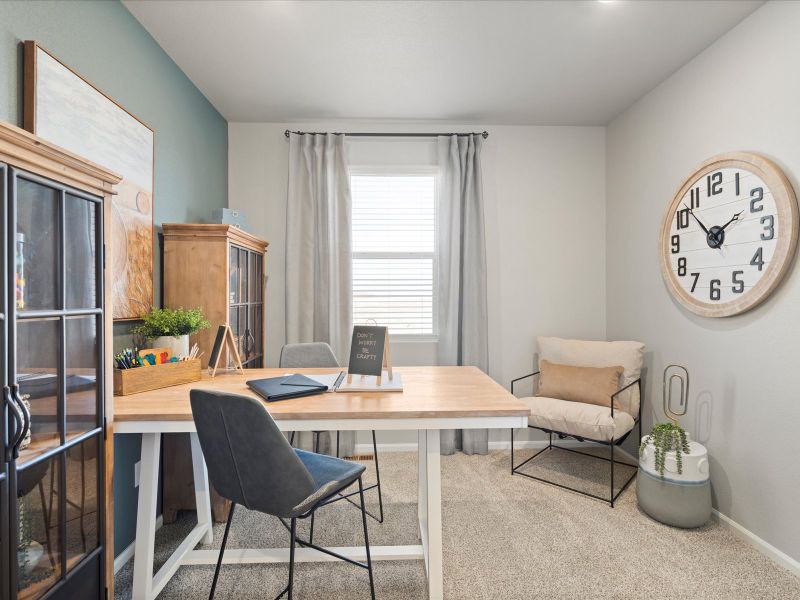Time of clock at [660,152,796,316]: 1:52
